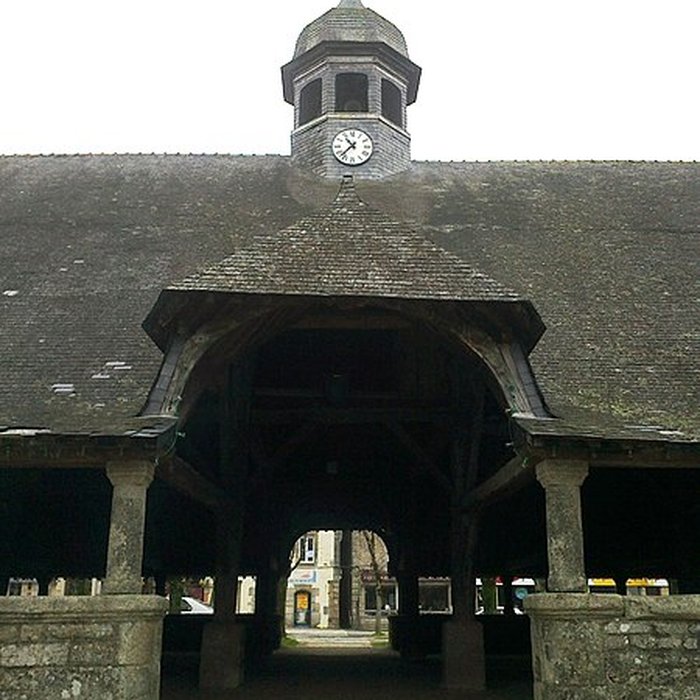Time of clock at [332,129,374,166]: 10:37
